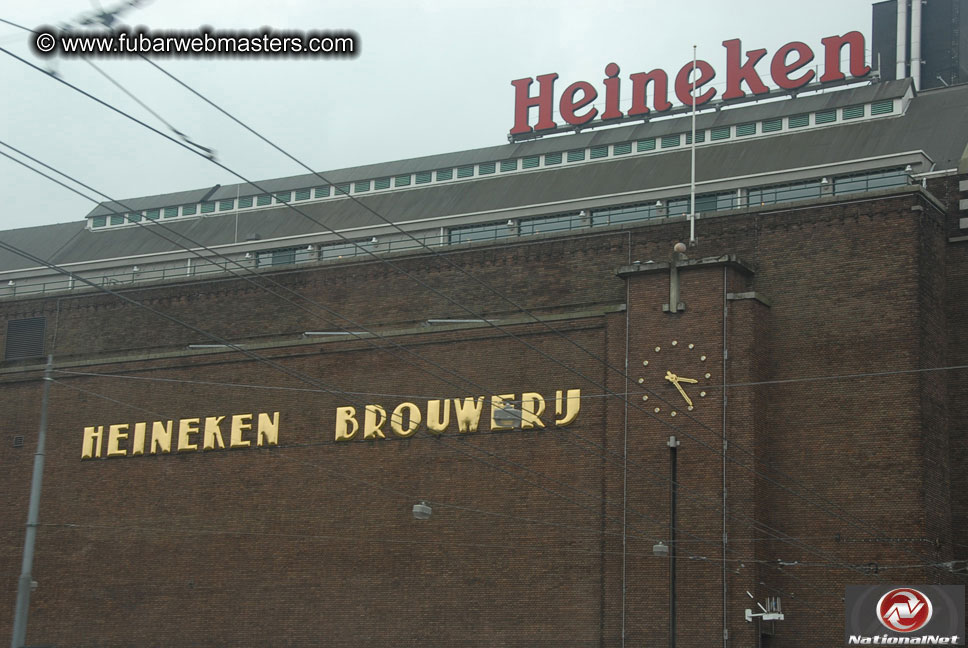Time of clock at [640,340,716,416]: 3:24
